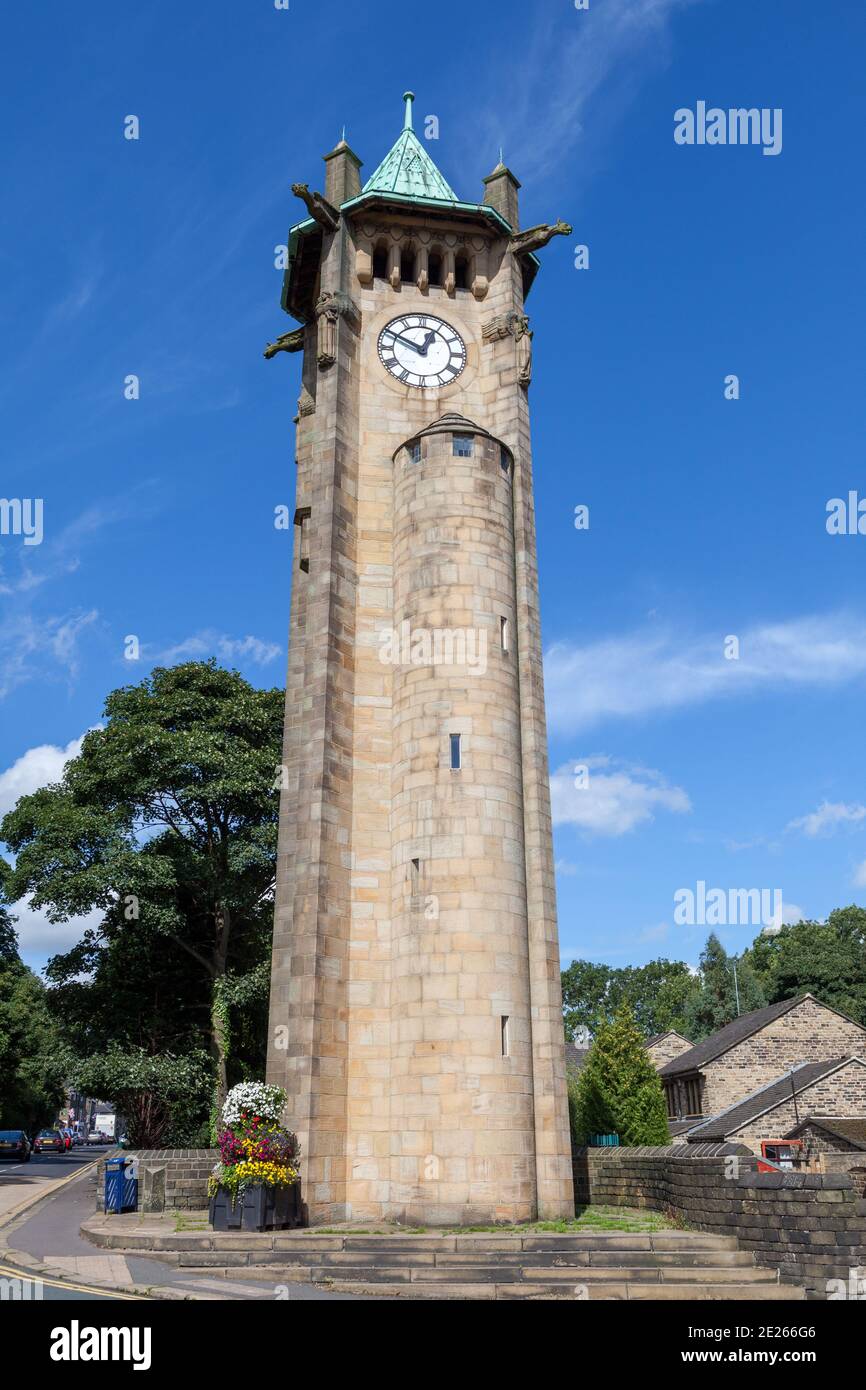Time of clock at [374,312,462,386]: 12:49
